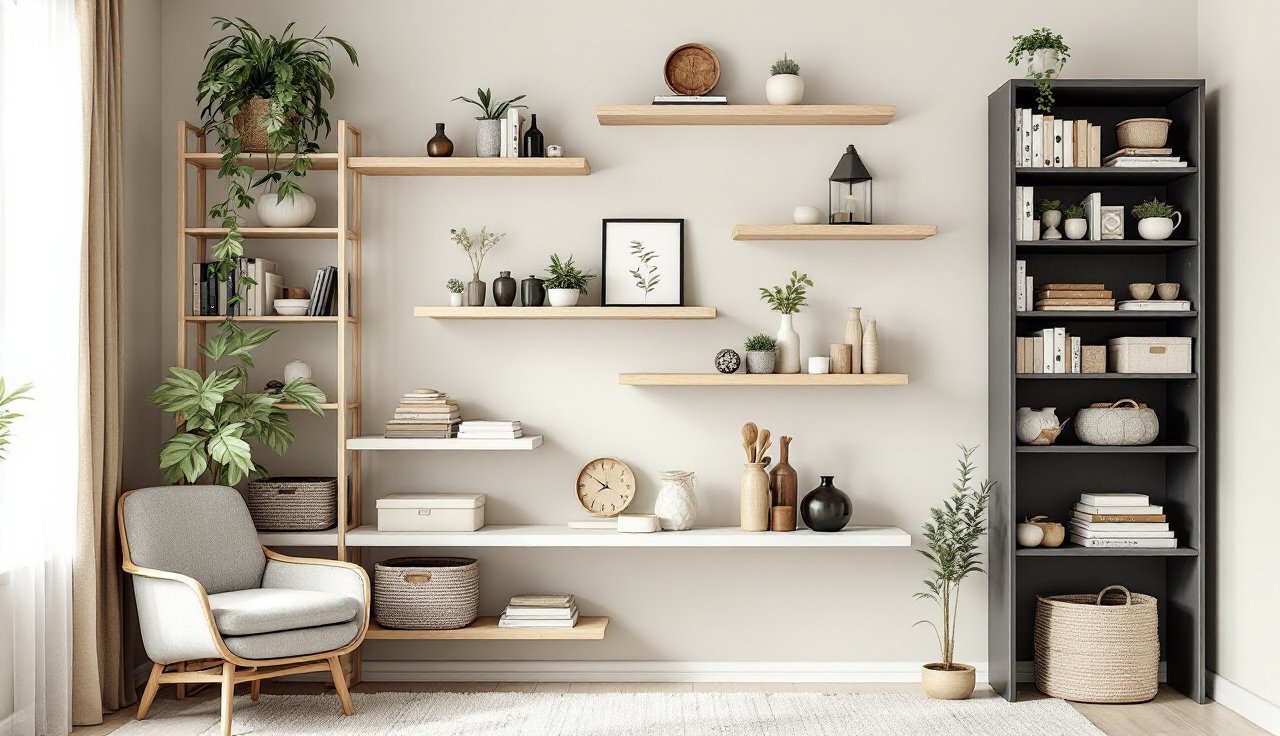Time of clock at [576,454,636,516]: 7:50
